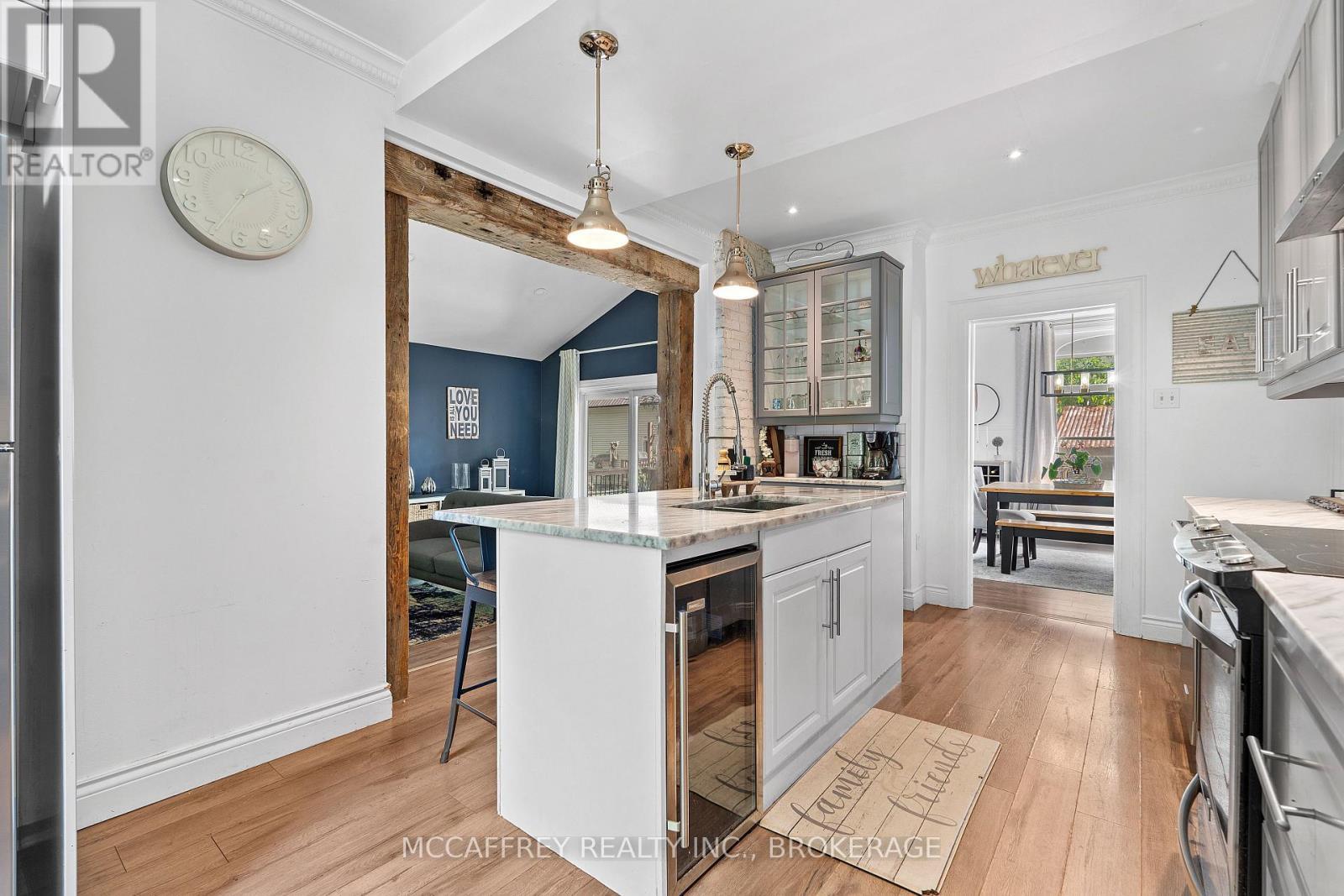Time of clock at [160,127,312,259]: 1:34
